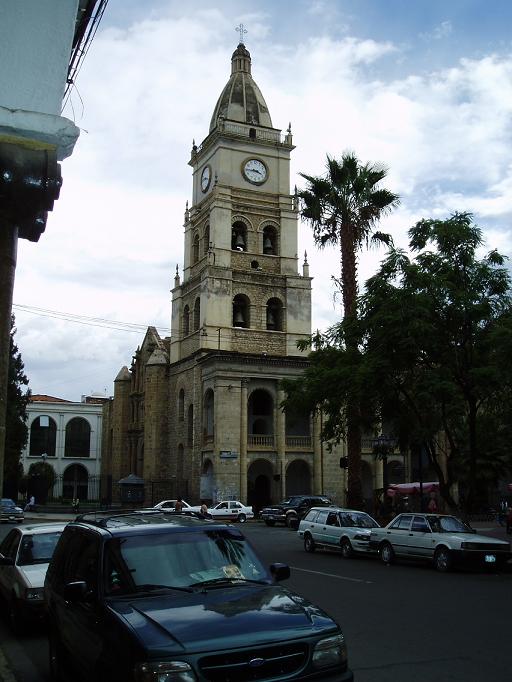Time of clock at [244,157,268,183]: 3:44
